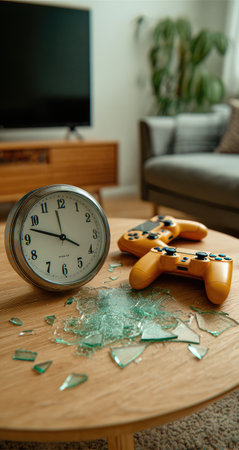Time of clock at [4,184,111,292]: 3:47
